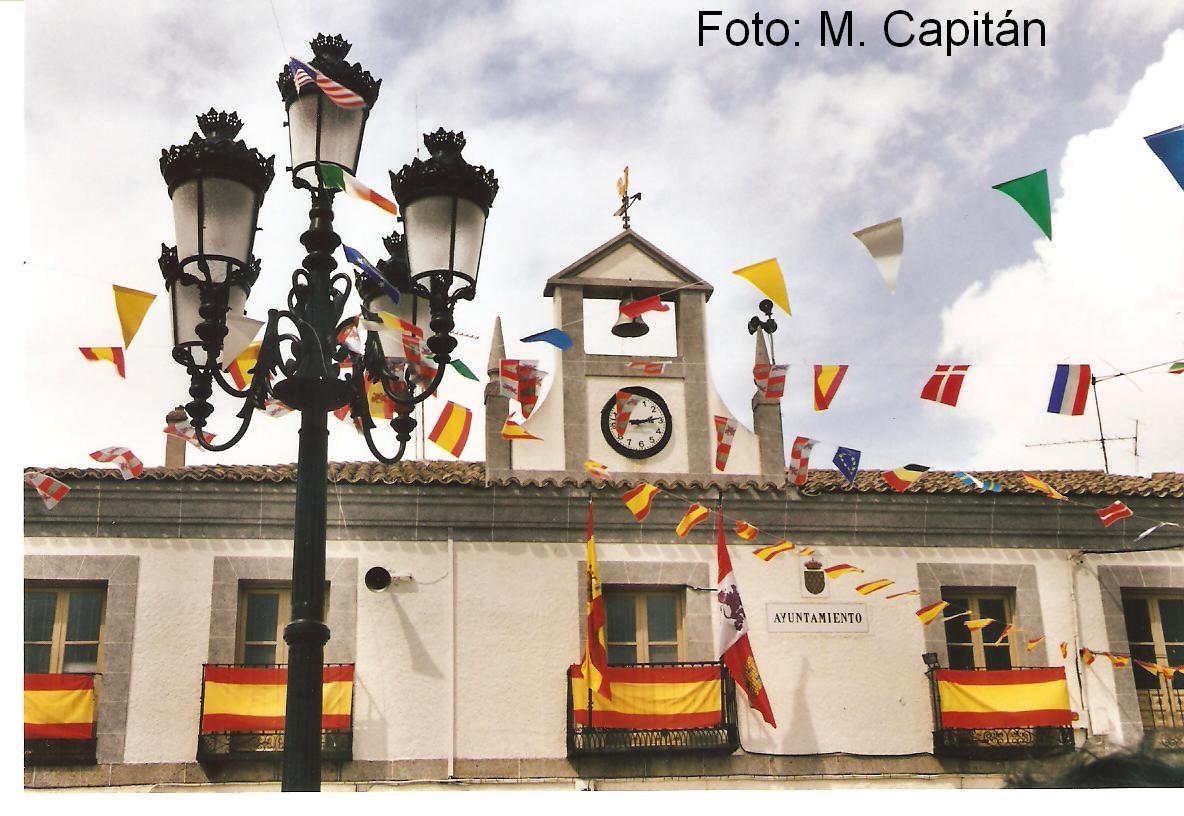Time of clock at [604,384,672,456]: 3:14
